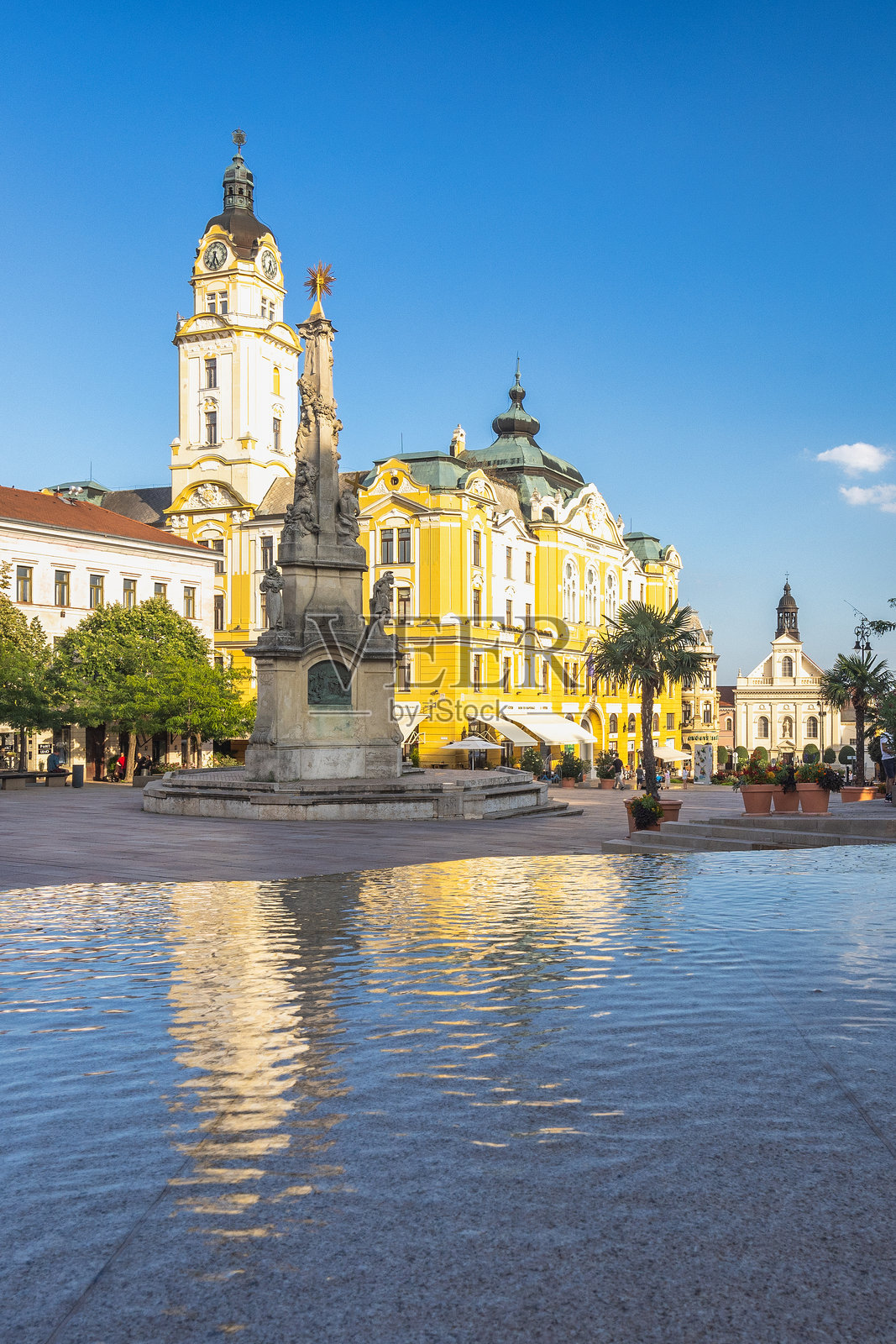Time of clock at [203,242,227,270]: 6:25
